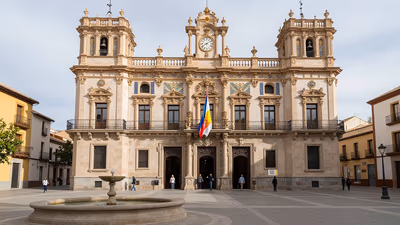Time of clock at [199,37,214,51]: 8:09
